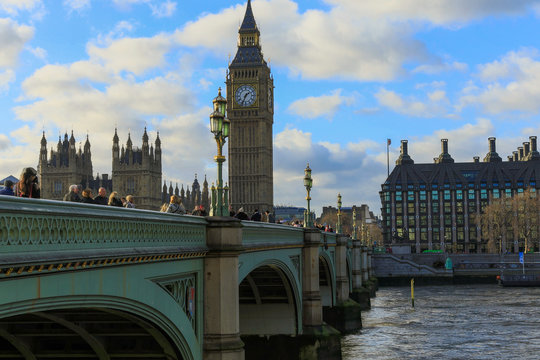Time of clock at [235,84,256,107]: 1:34
